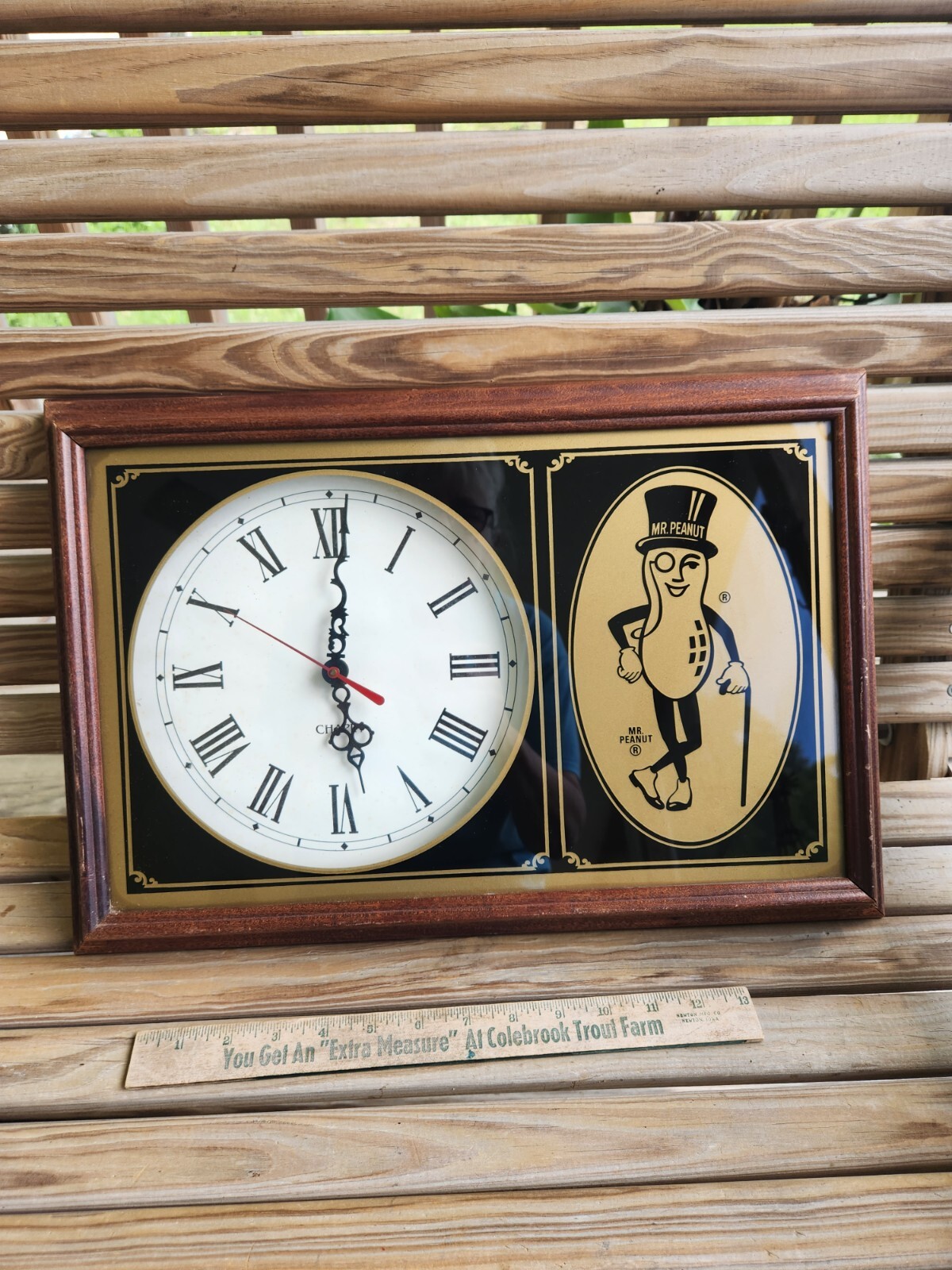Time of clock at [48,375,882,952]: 6:00
